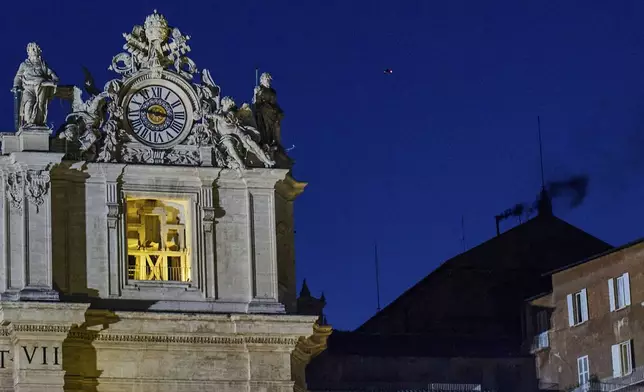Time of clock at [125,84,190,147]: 9:17
